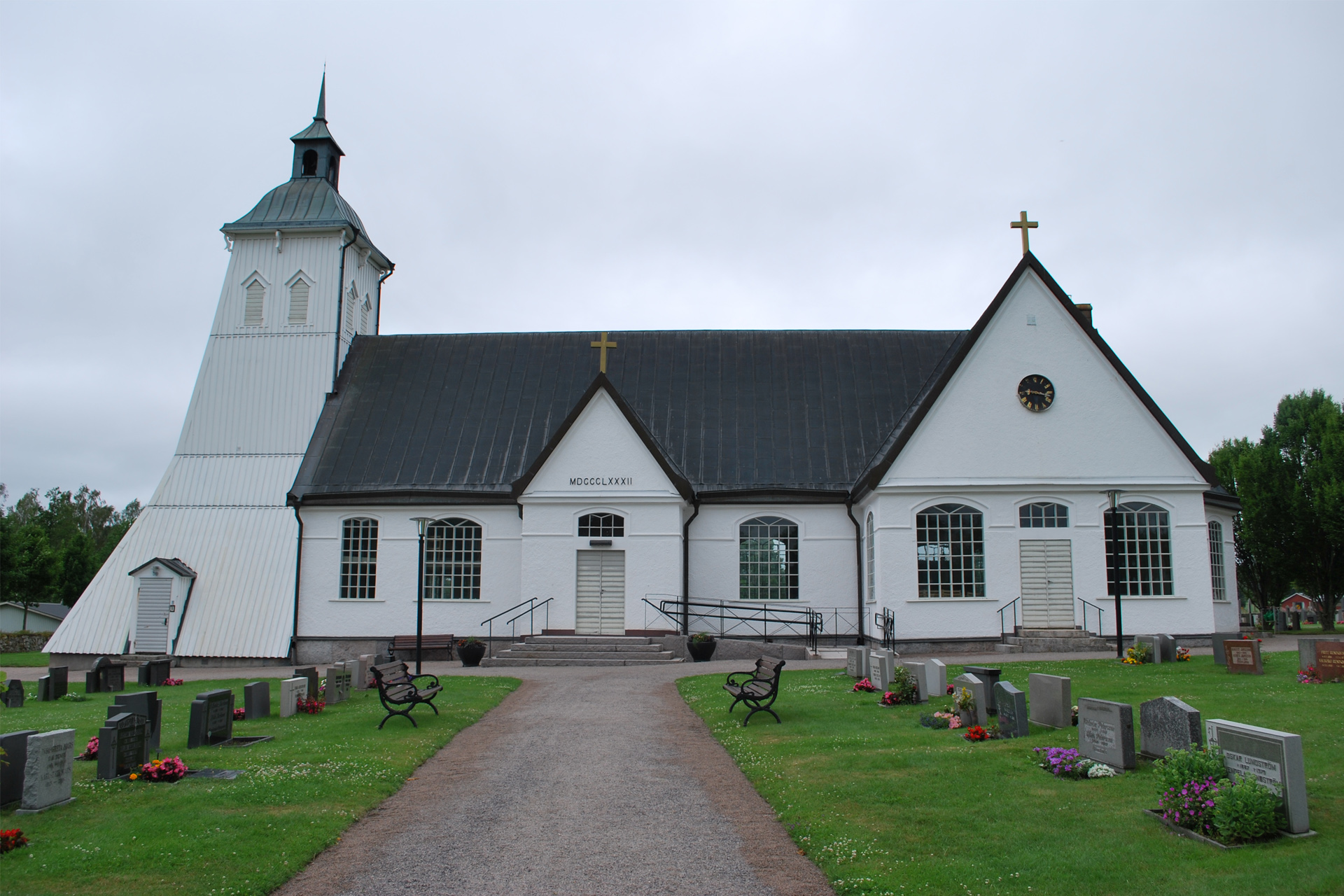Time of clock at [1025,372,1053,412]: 9:17
